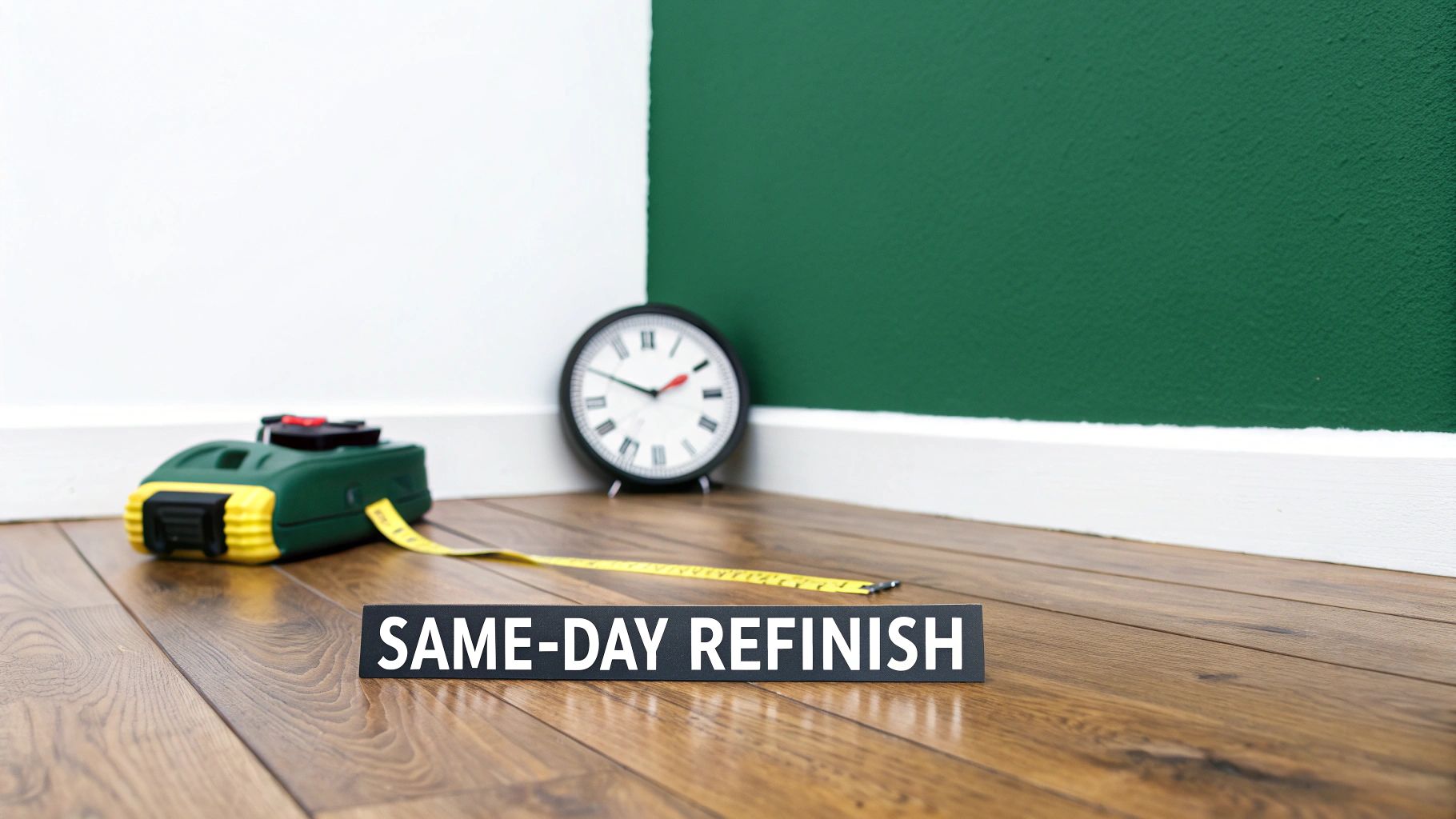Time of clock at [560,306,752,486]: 1:49
